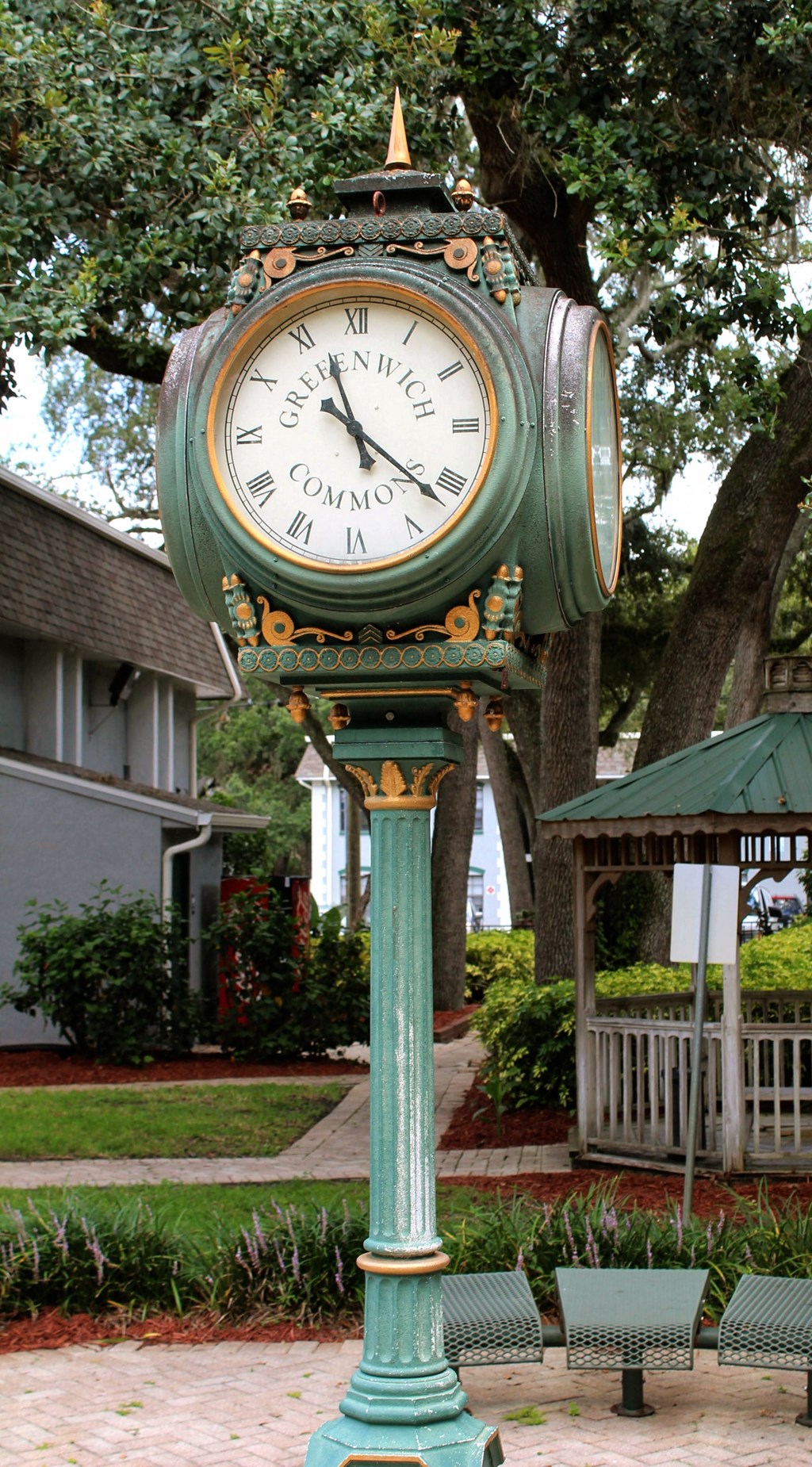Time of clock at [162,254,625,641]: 11:21
